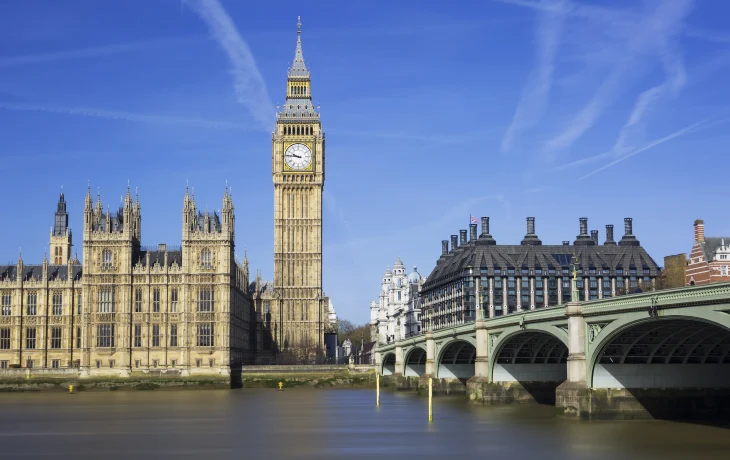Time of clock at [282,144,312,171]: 9:45
